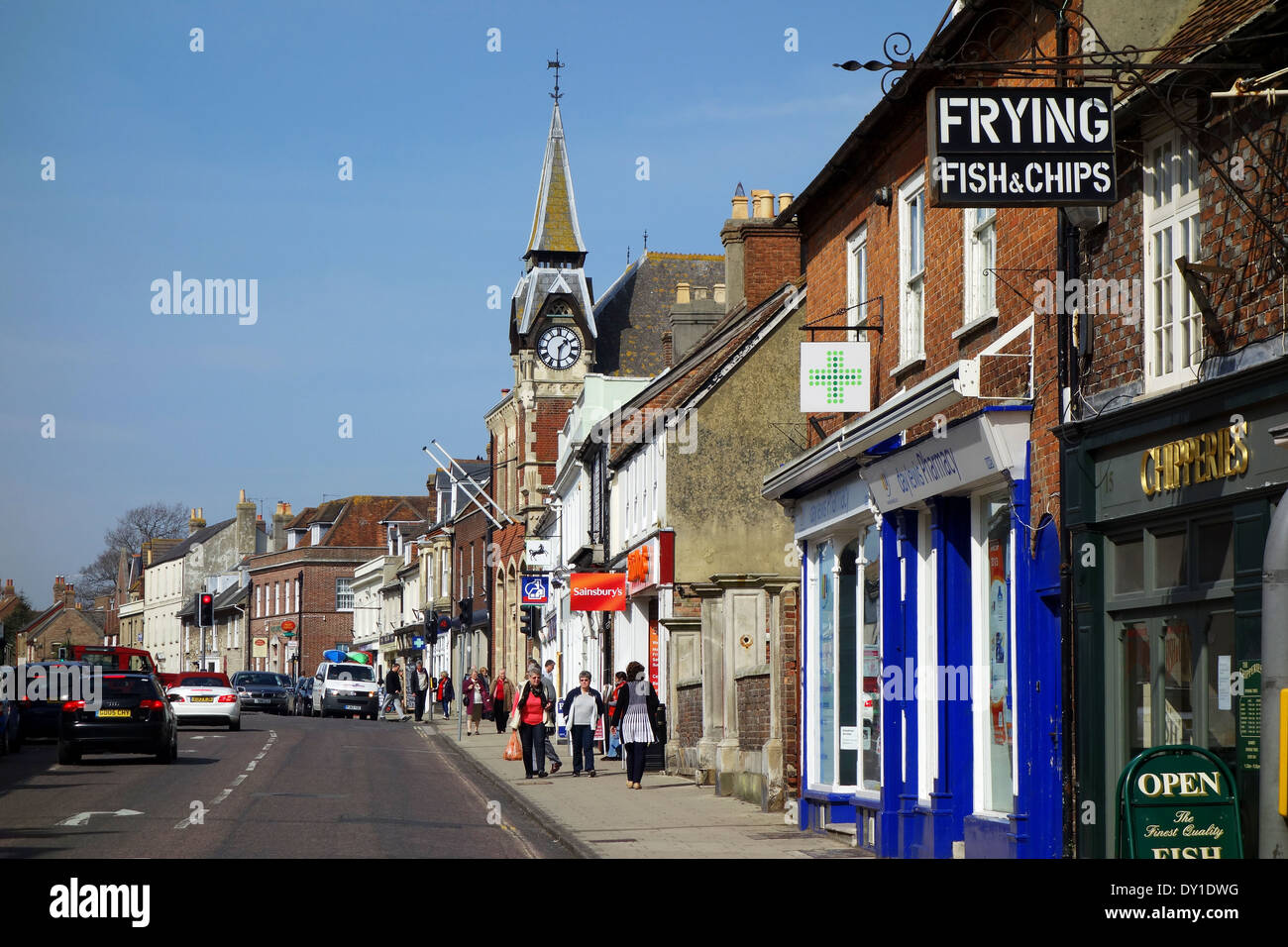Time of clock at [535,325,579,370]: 1:30
